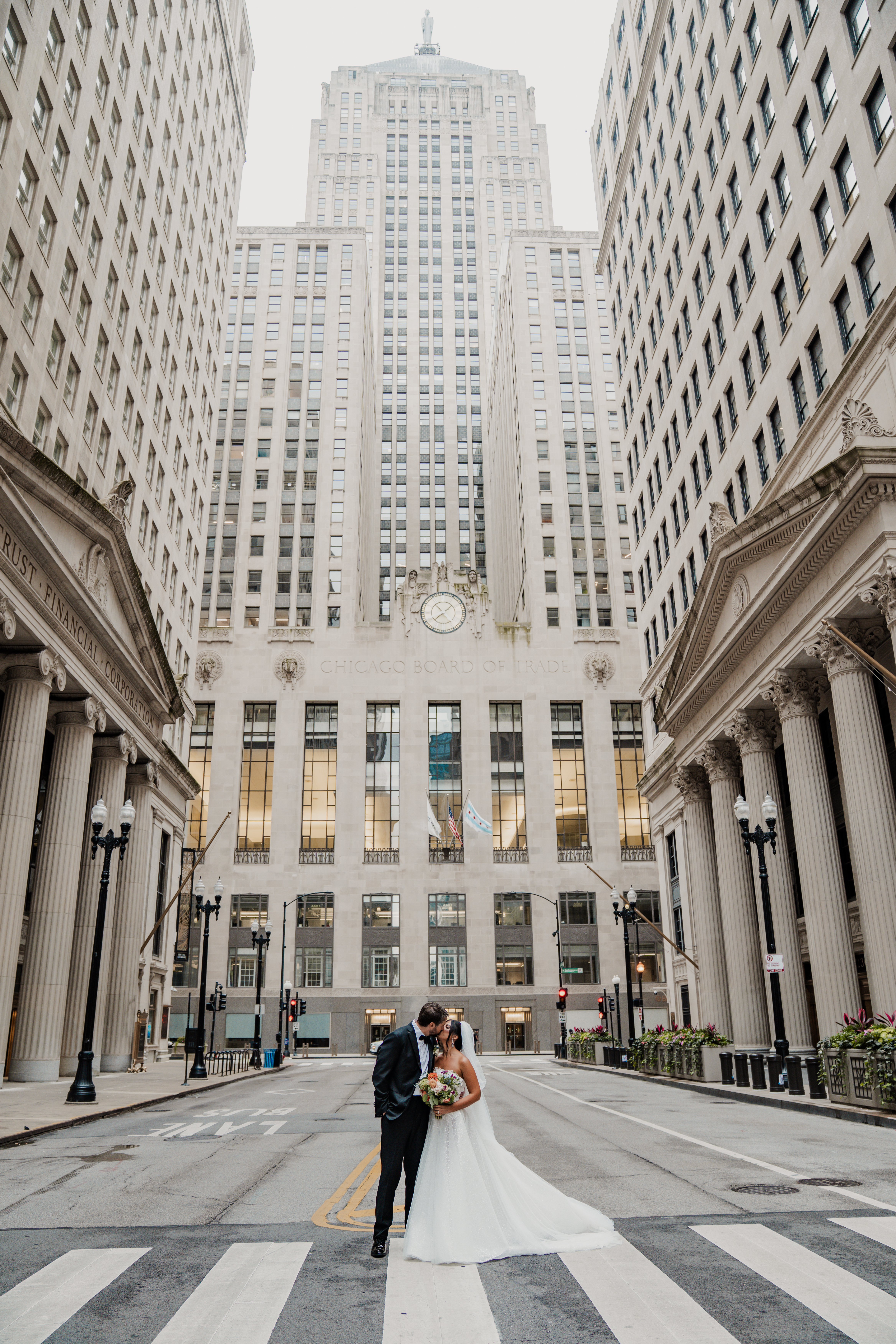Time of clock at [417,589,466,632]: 4:38
